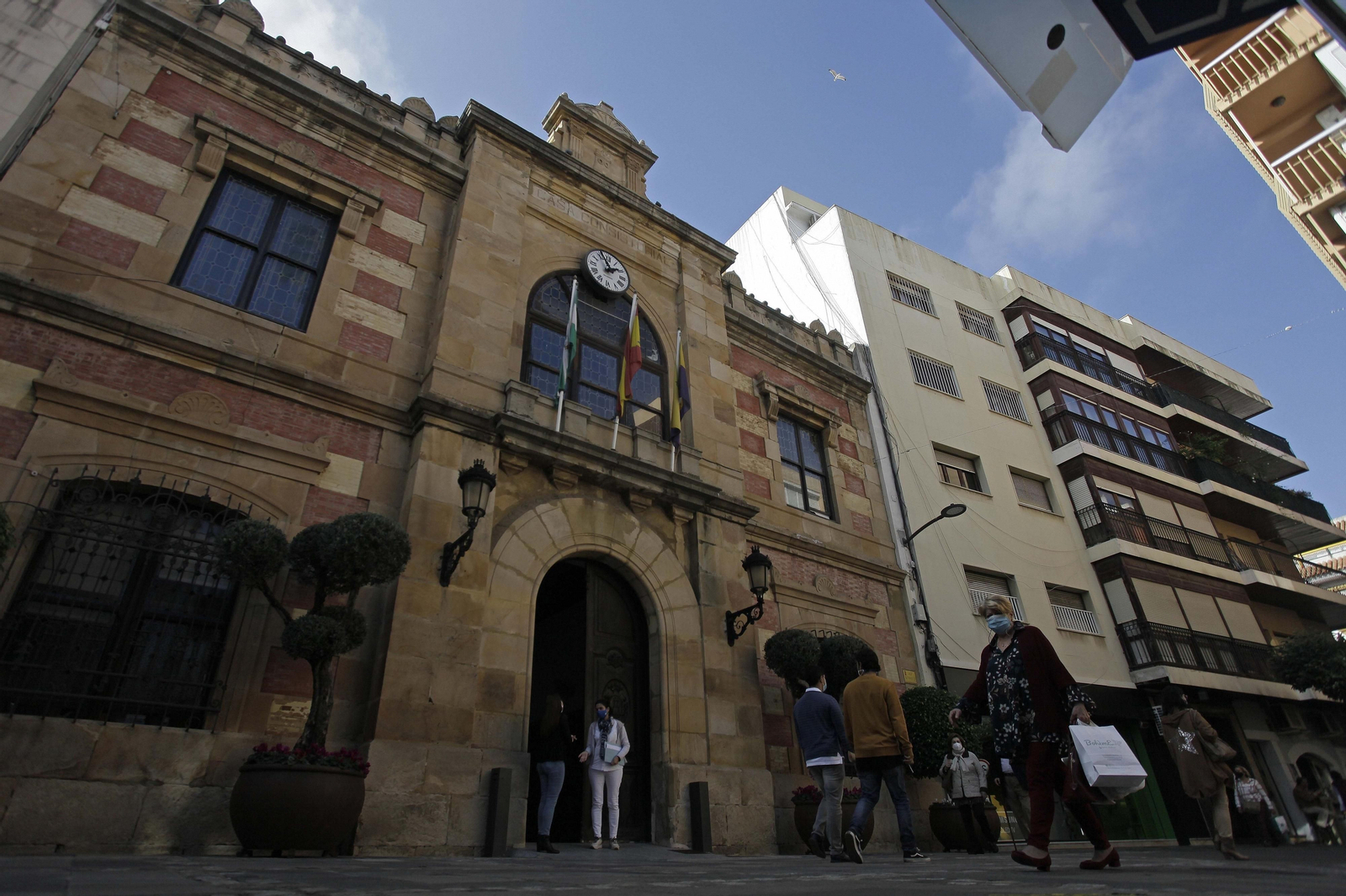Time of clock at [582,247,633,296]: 1:56
